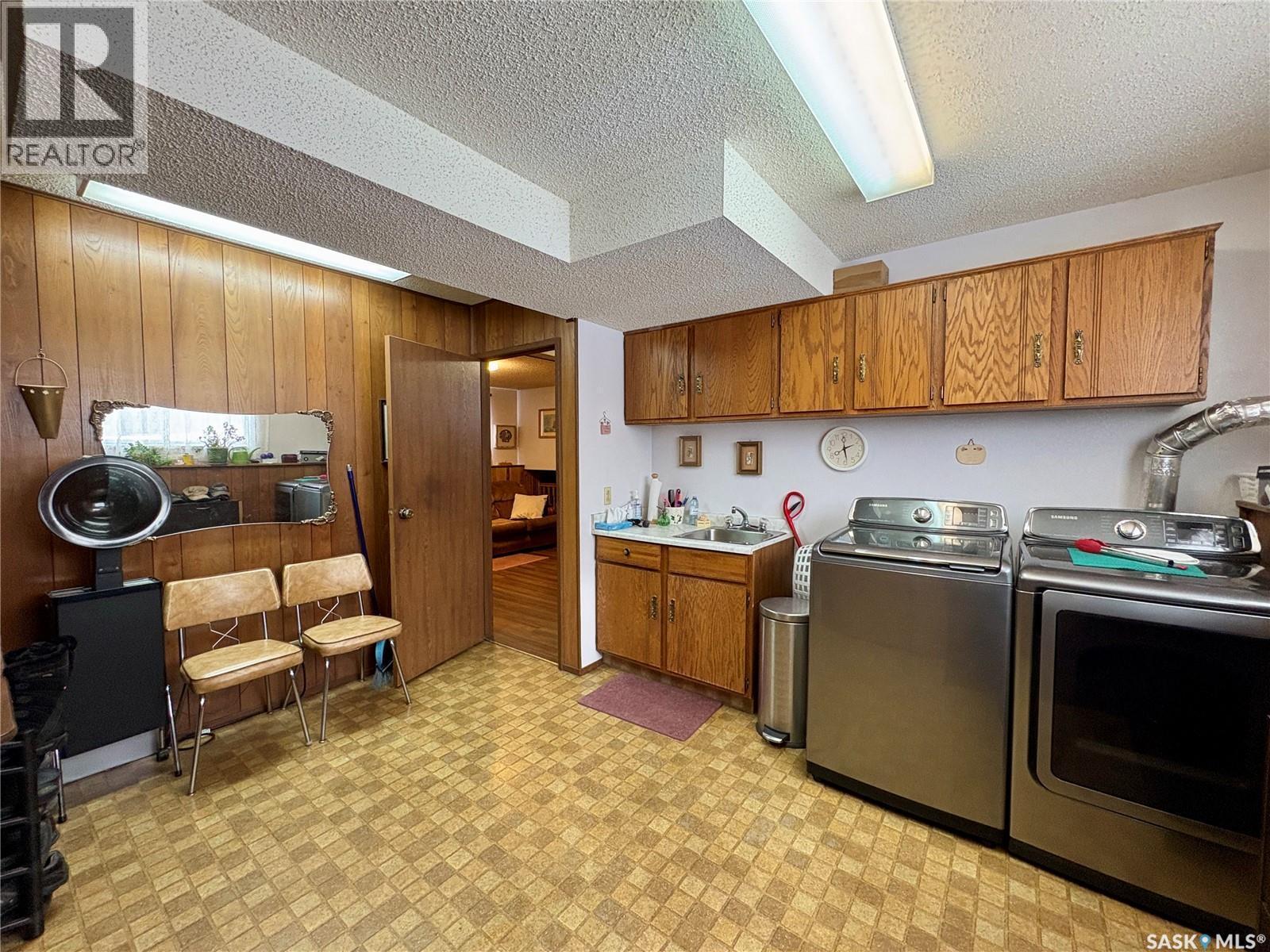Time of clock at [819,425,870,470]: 2:28
